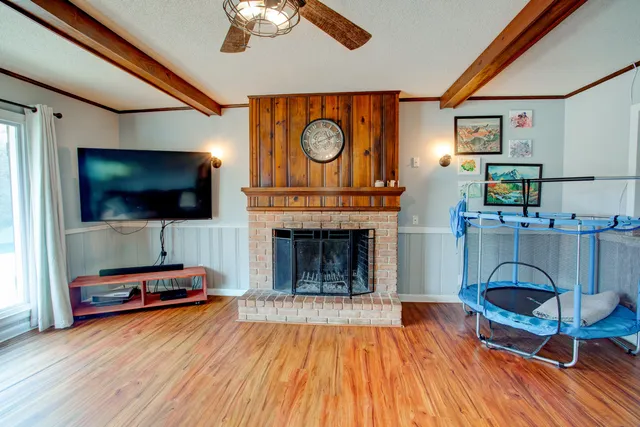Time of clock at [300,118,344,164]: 8:11
